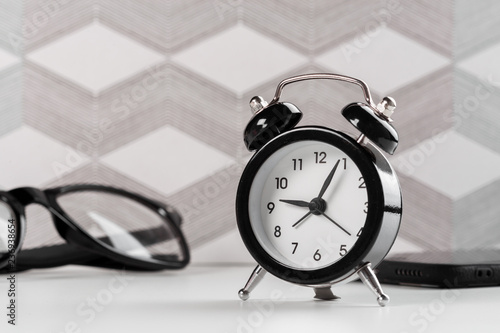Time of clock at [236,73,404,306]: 9:05
